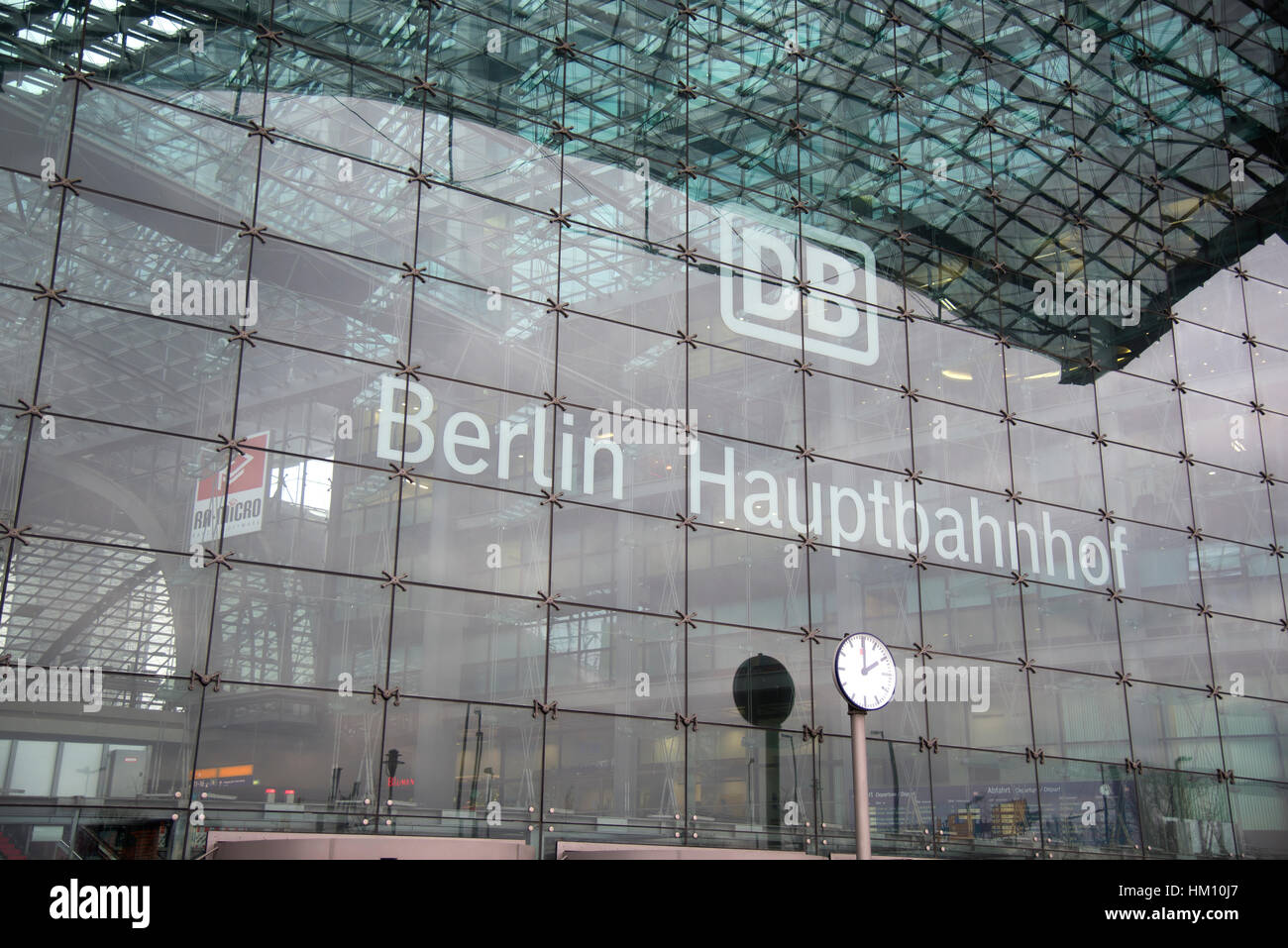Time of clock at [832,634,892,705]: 2:00
